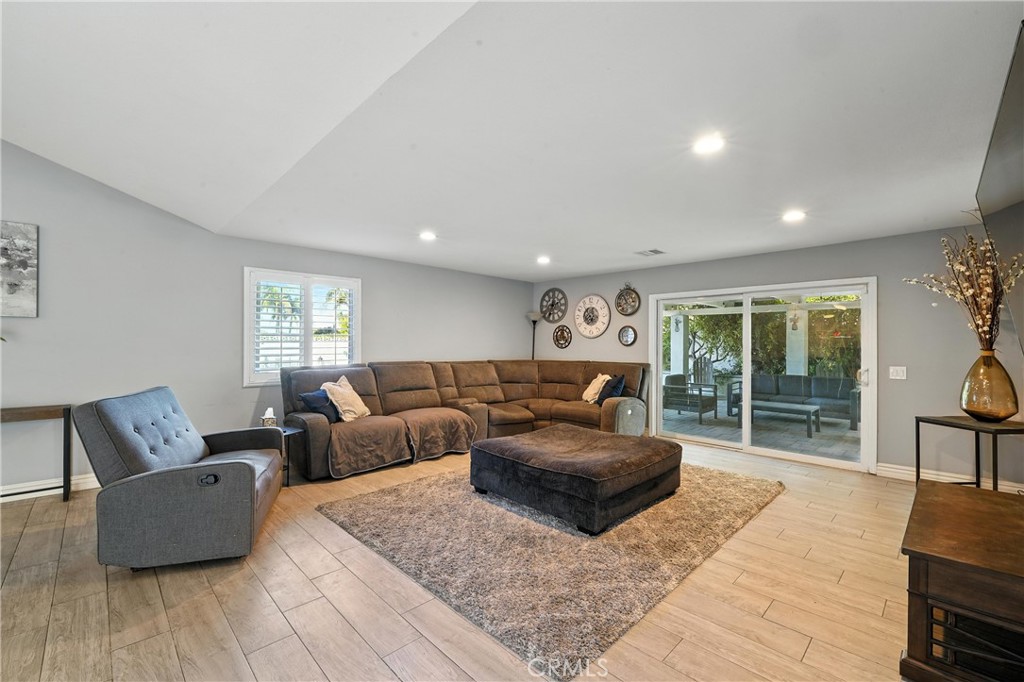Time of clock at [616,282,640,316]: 11:21
